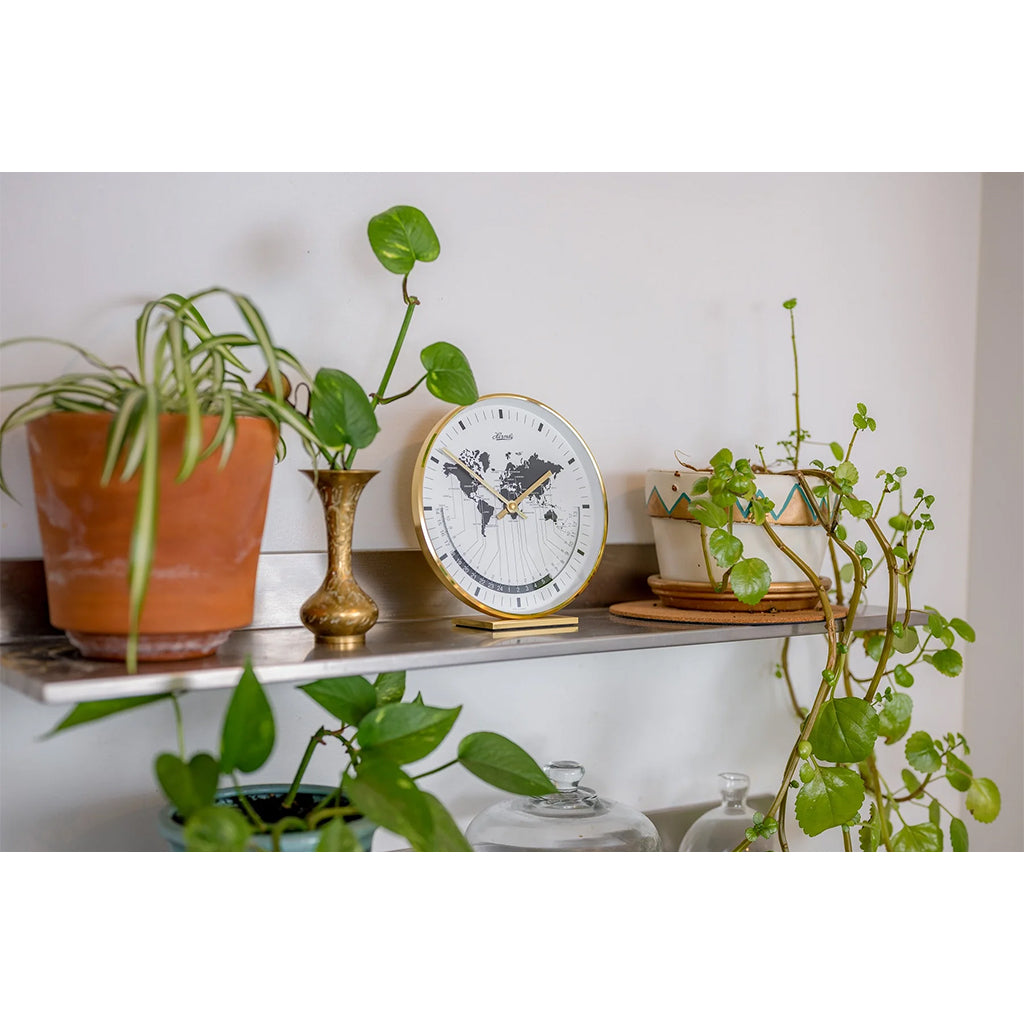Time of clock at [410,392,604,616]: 1:50
